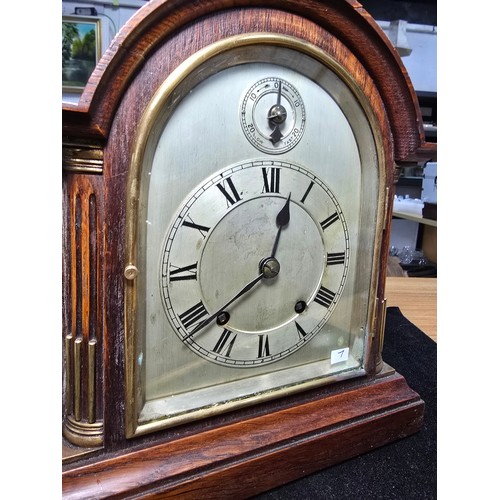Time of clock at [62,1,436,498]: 12:38
